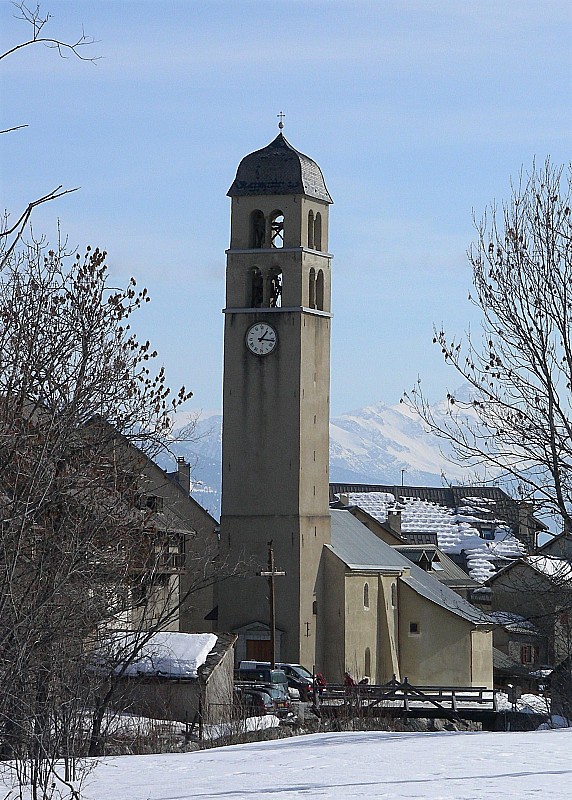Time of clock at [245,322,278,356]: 1:16
